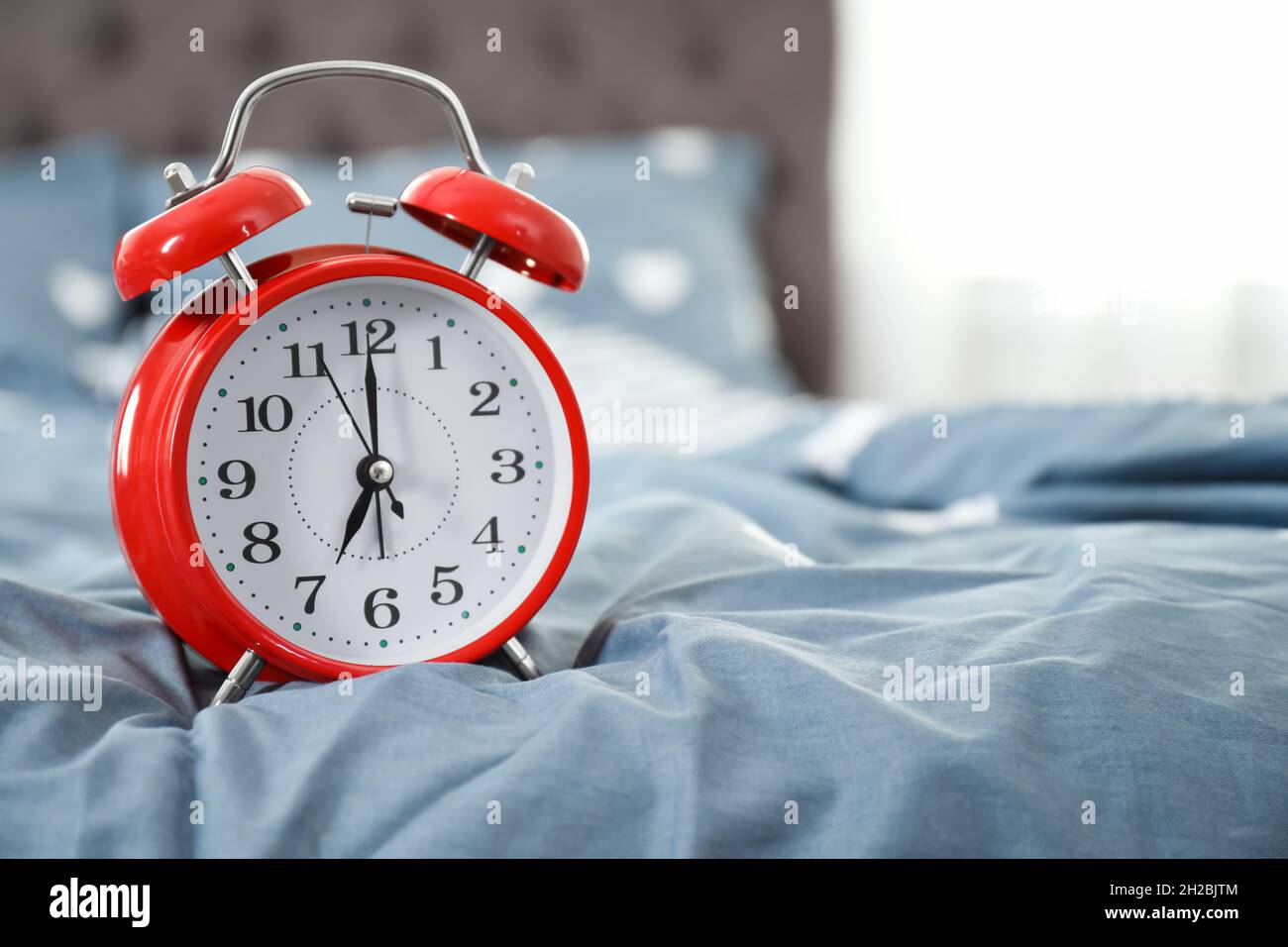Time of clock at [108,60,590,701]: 7:00
